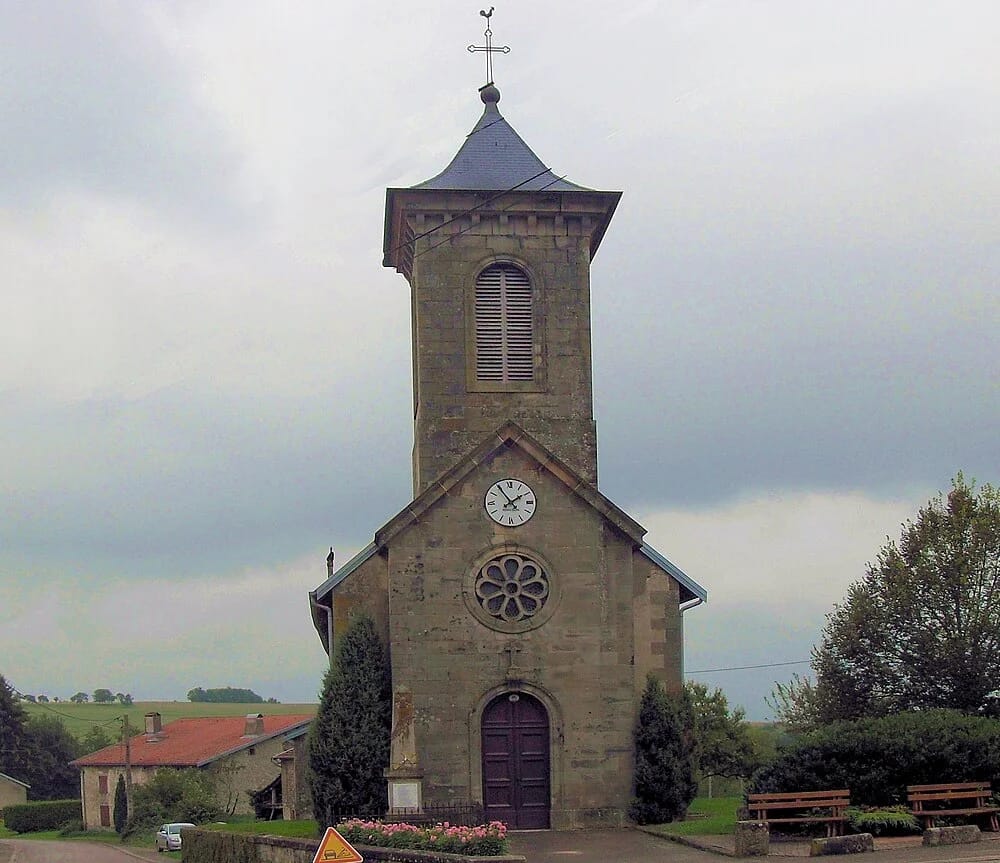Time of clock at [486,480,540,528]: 1:54
